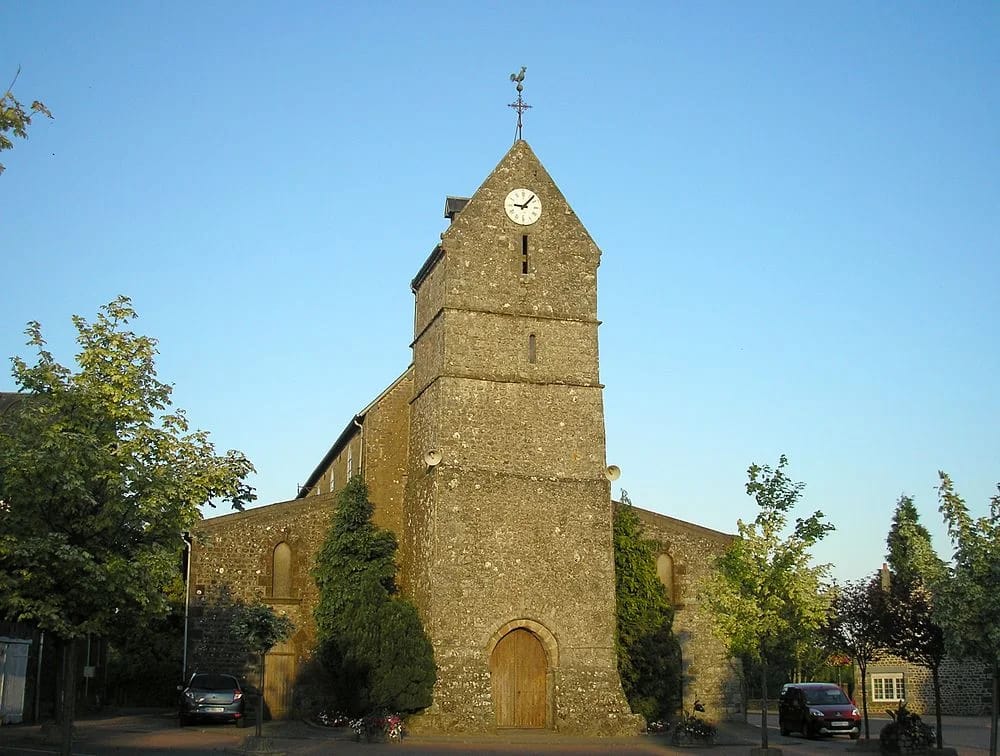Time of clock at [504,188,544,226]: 9:07
